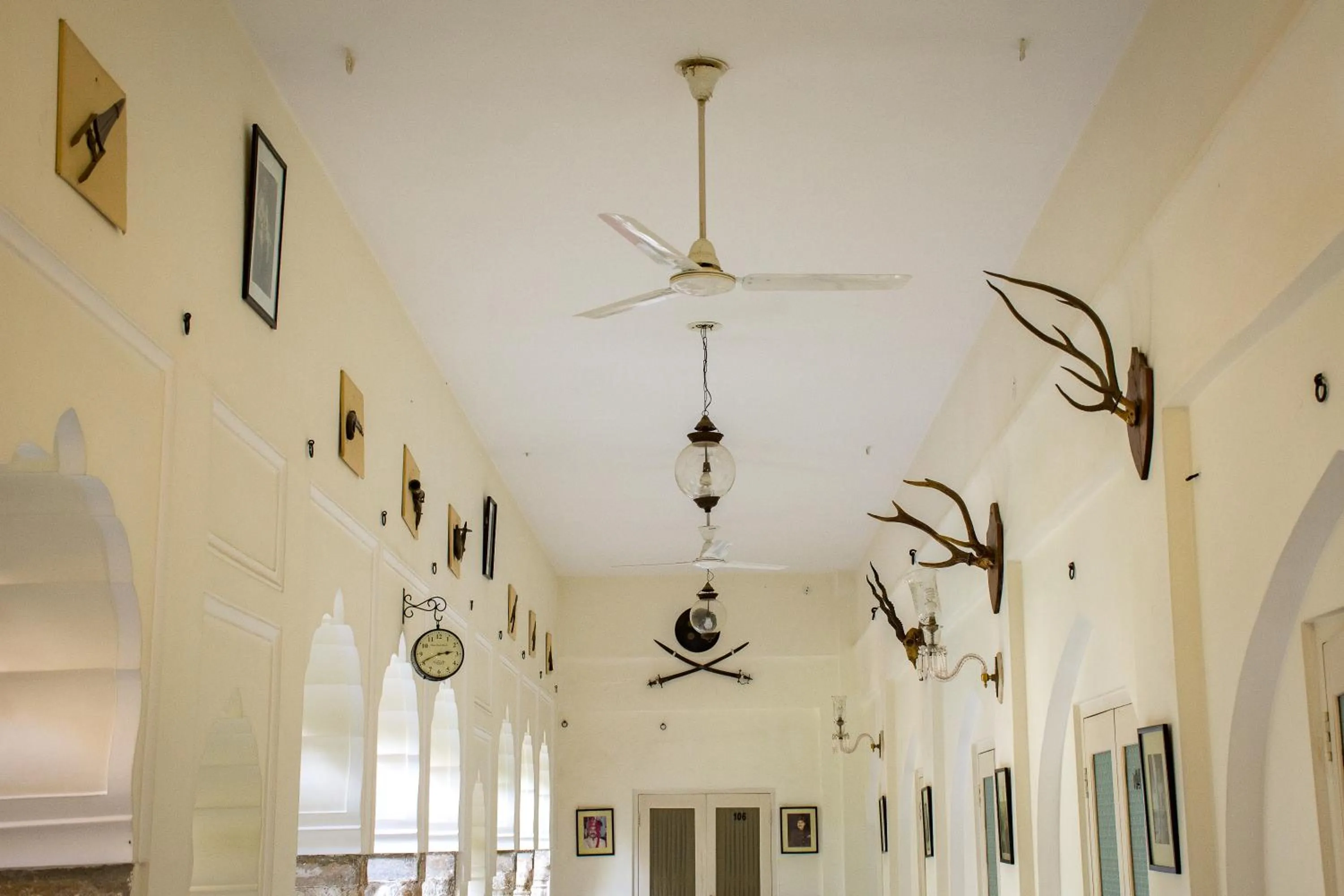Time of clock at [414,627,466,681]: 2:40
